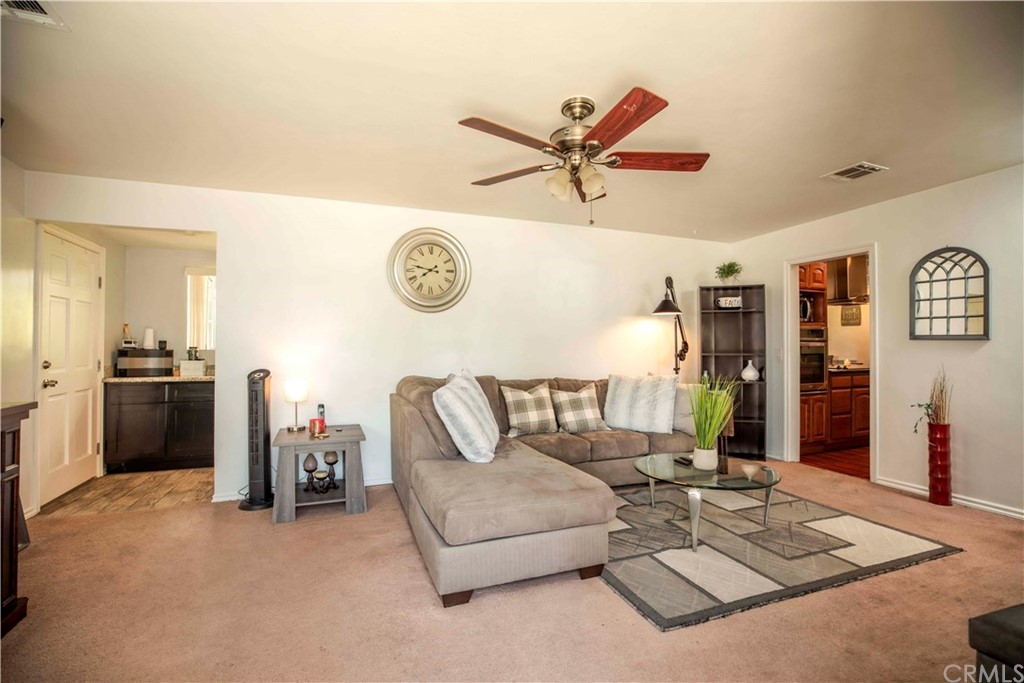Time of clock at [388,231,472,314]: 7:47
